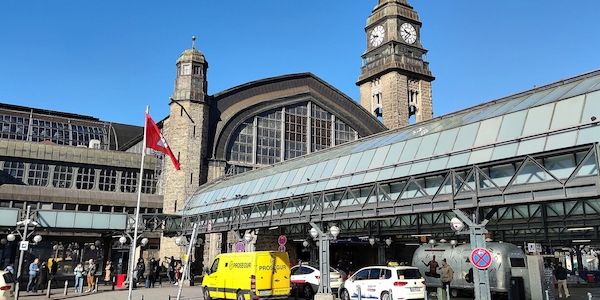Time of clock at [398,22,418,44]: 9:36
